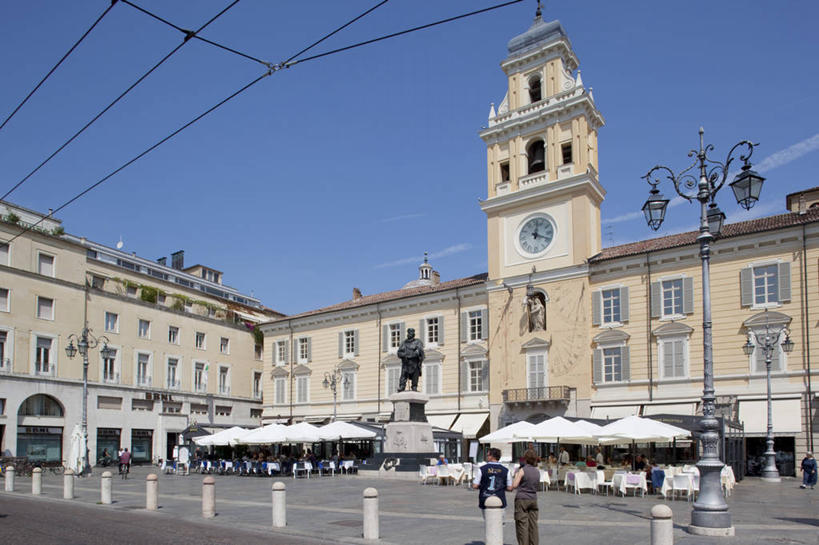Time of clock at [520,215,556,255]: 12:18
